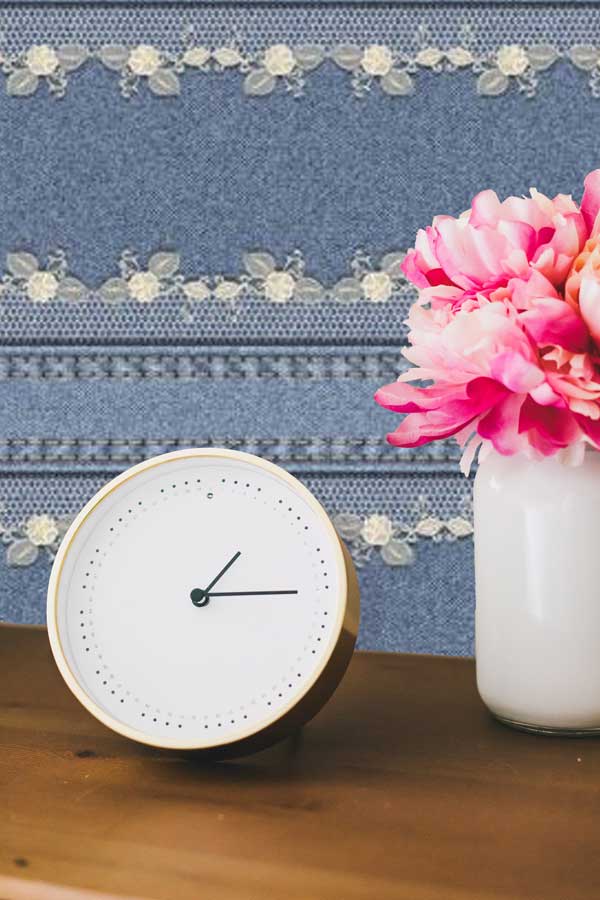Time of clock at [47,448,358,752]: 1:14
